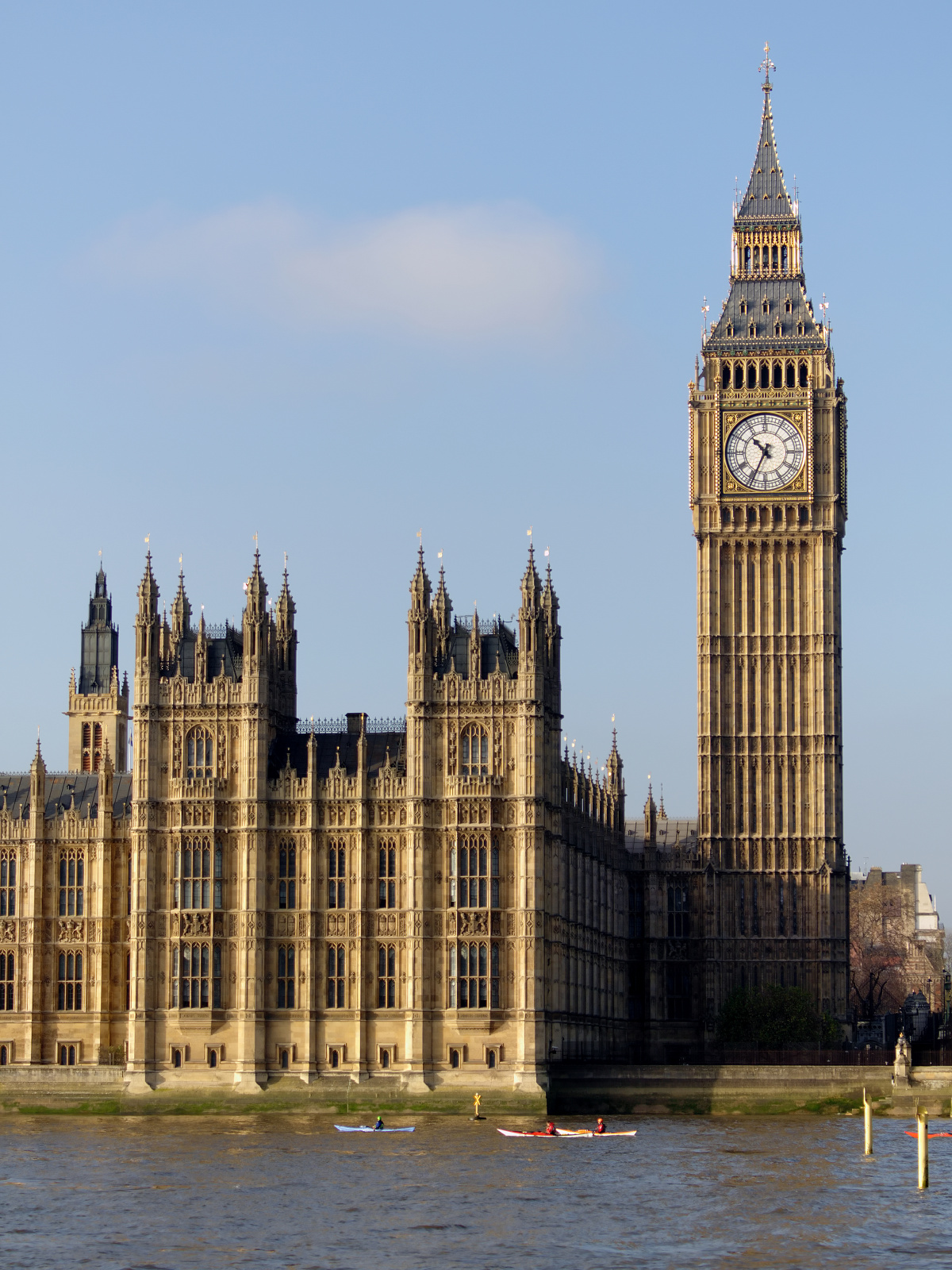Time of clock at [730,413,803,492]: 10:34
